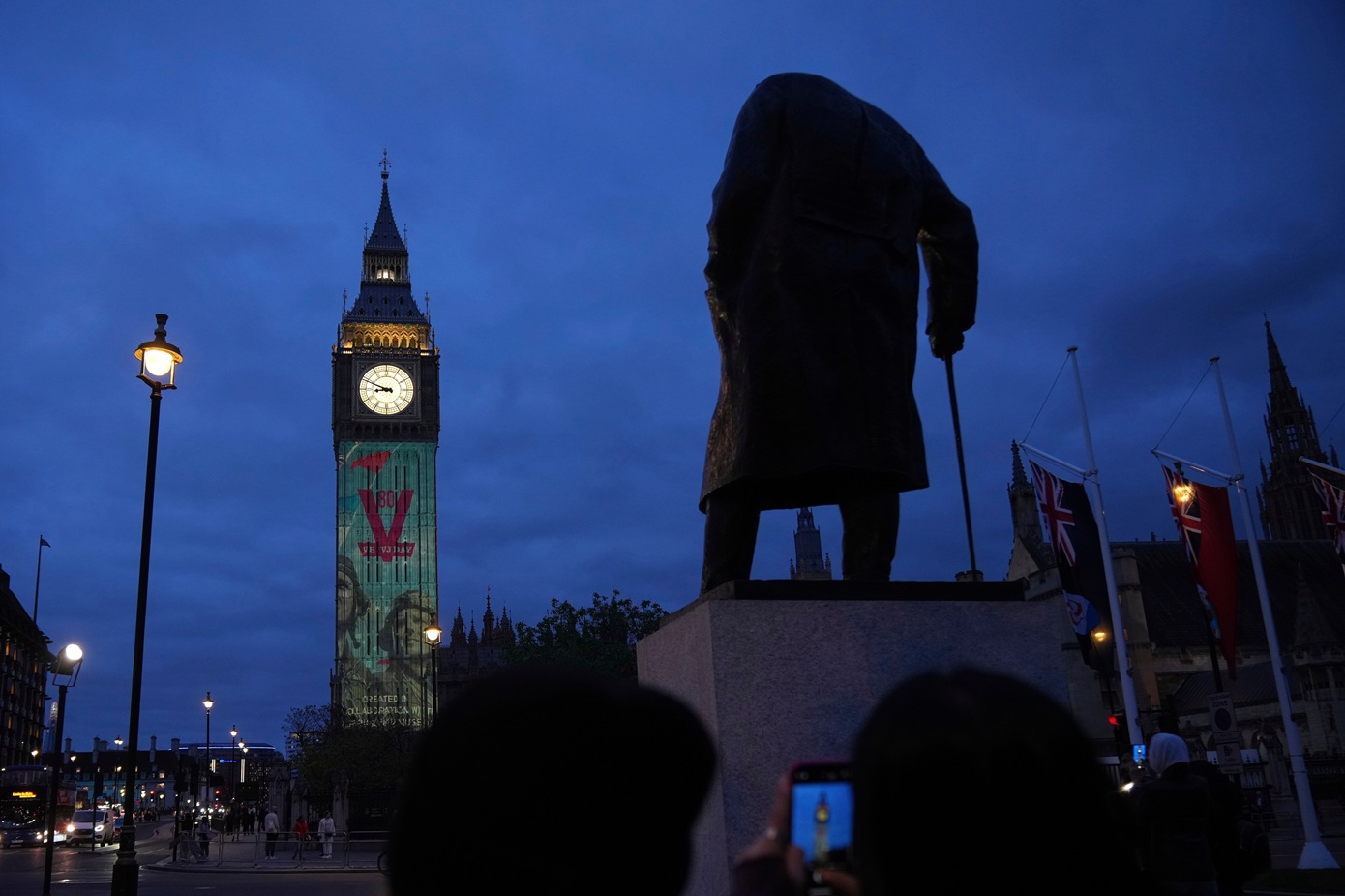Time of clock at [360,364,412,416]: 8:48
